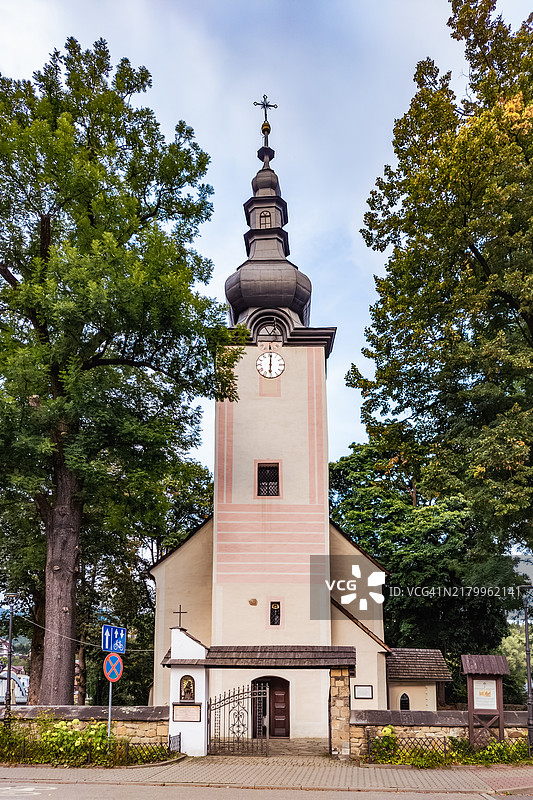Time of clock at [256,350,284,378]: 6:00
